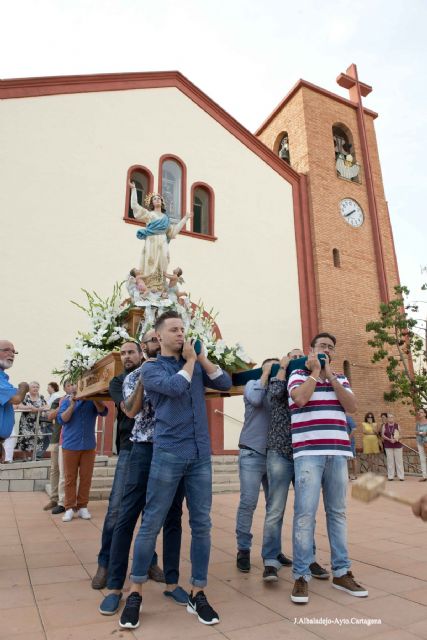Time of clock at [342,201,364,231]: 7:39
